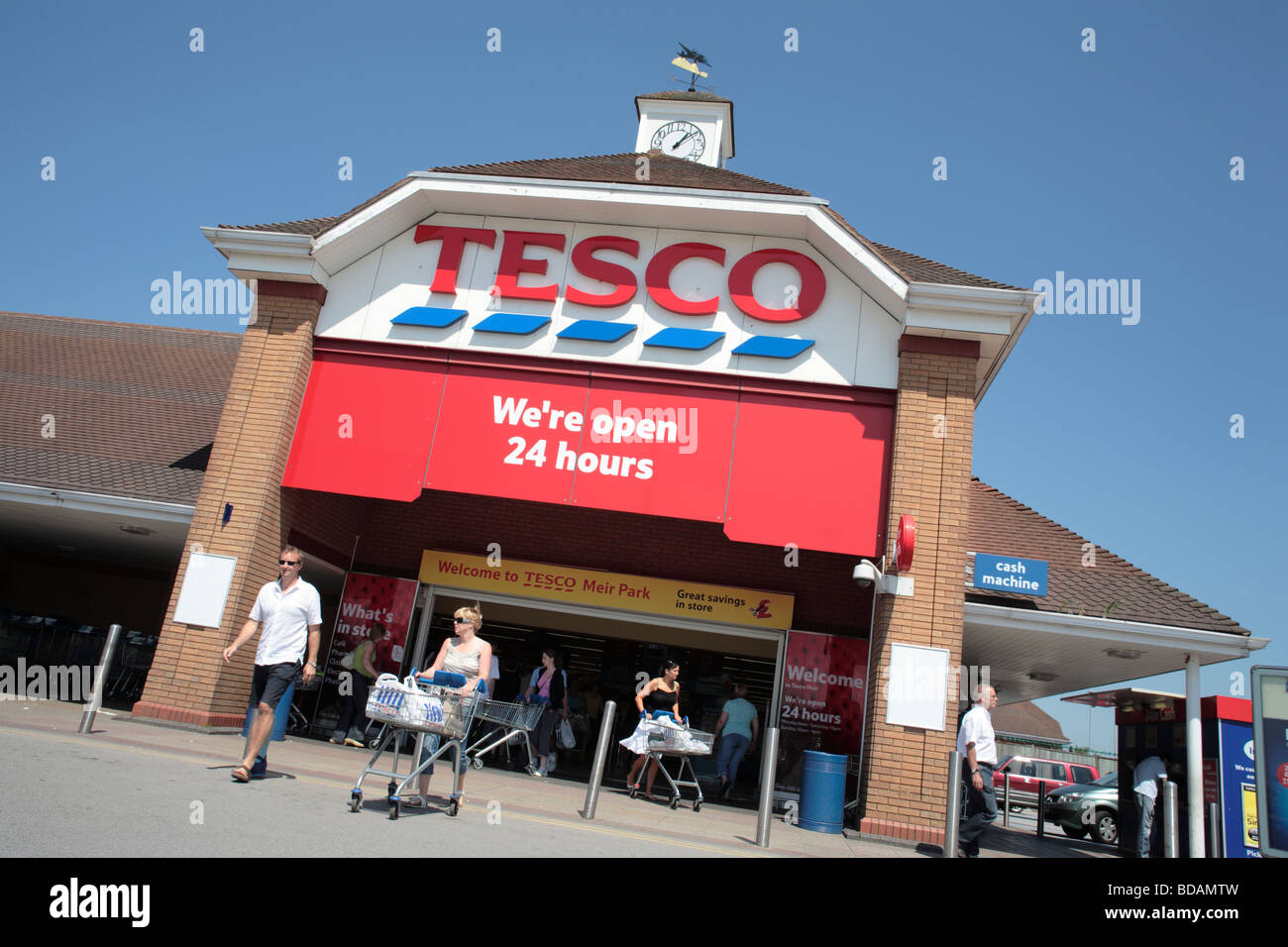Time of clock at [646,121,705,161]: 1:08
